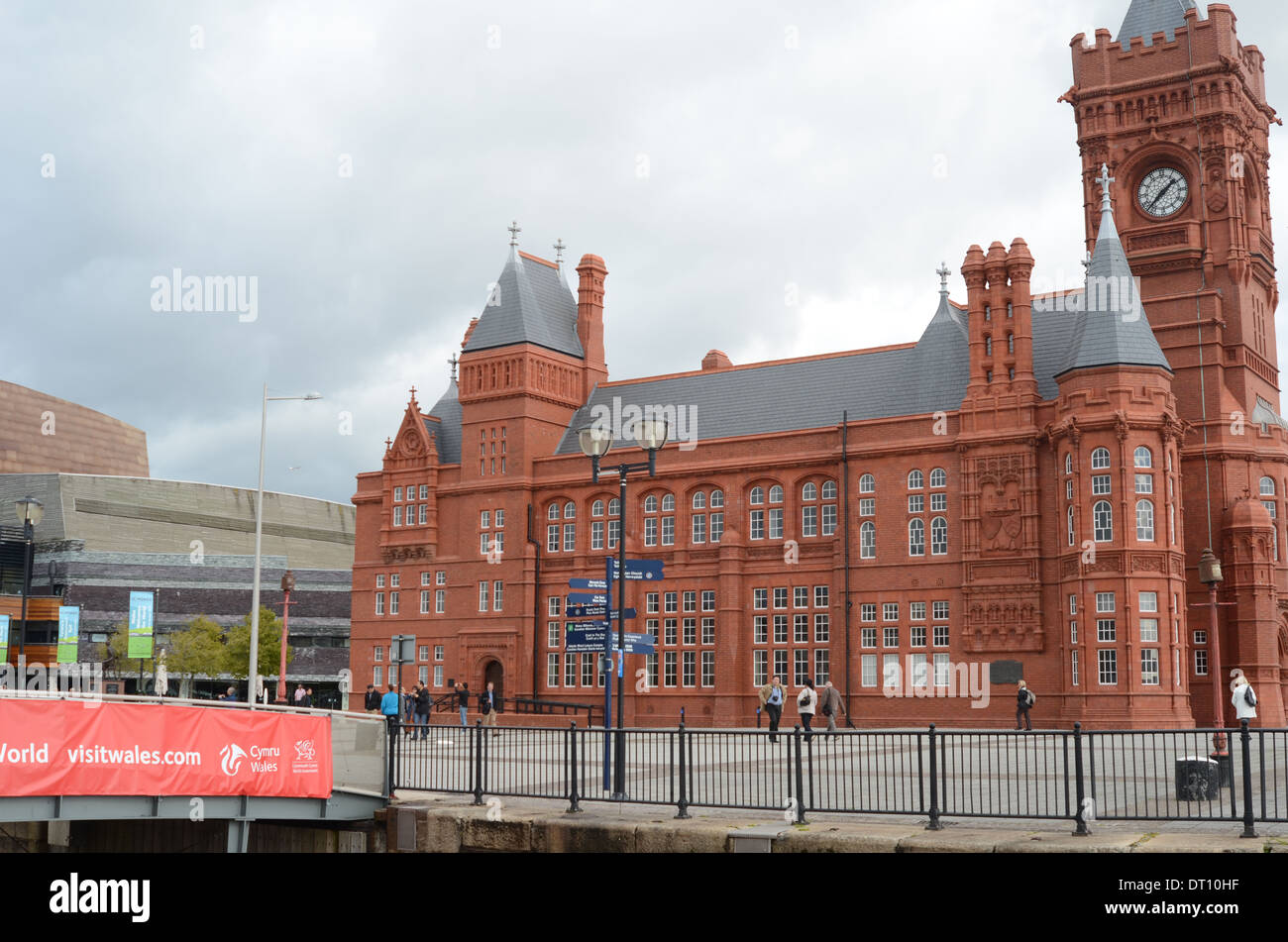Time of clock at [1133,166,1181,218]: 1:37
